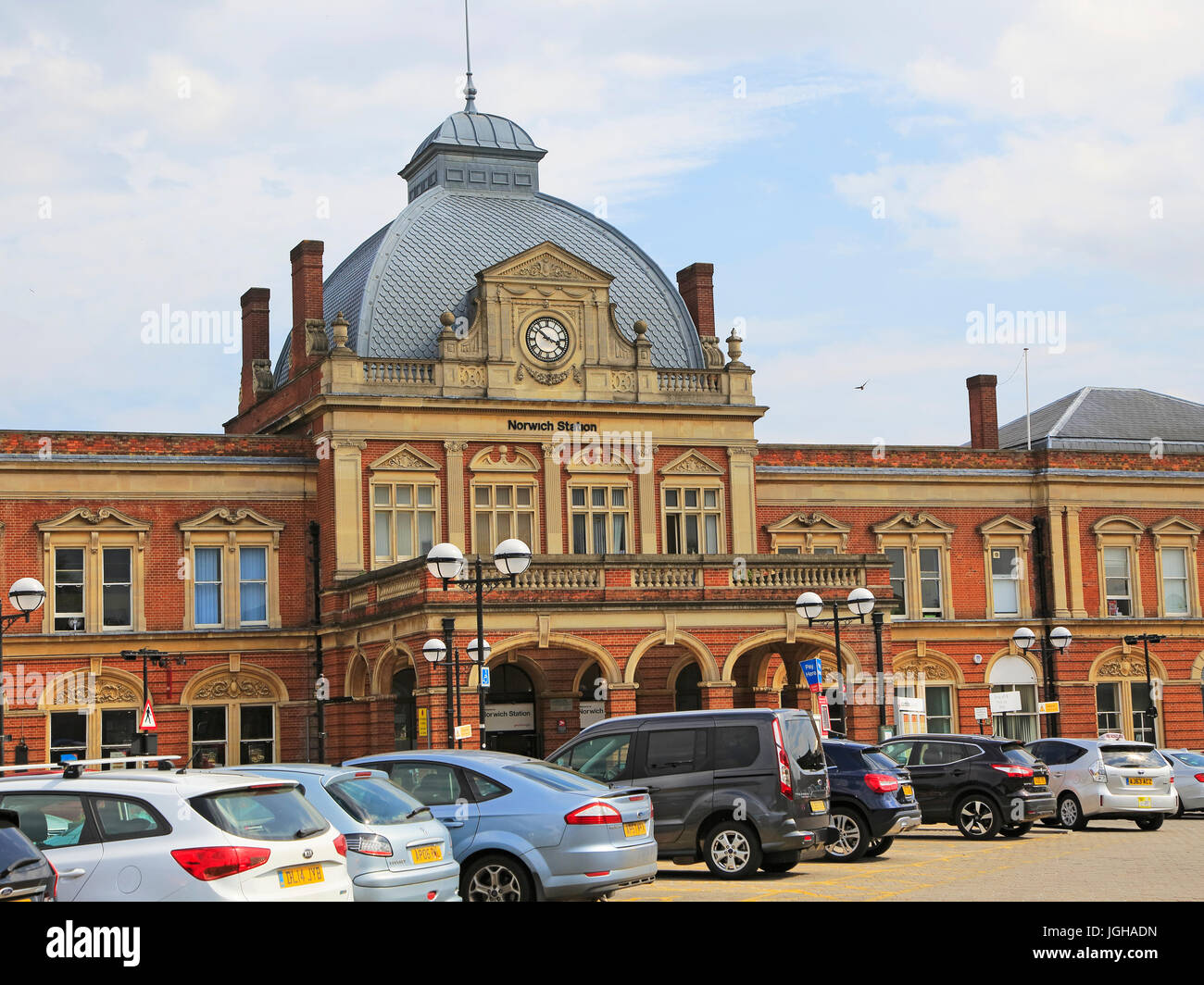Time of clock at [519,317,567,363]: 3:51
